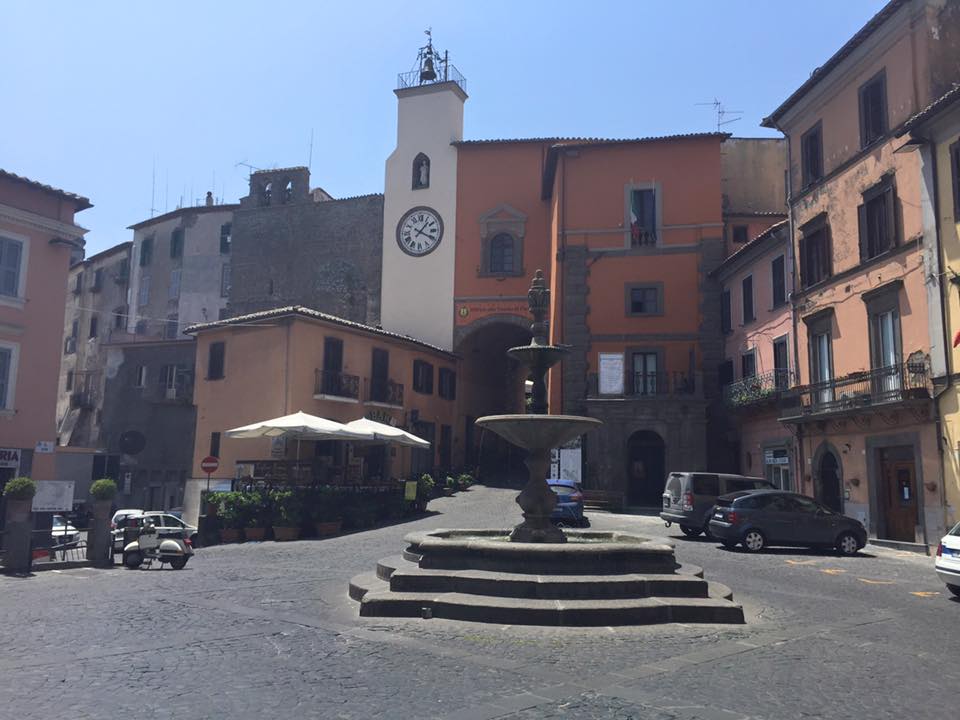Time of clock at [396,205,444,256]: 1:19
